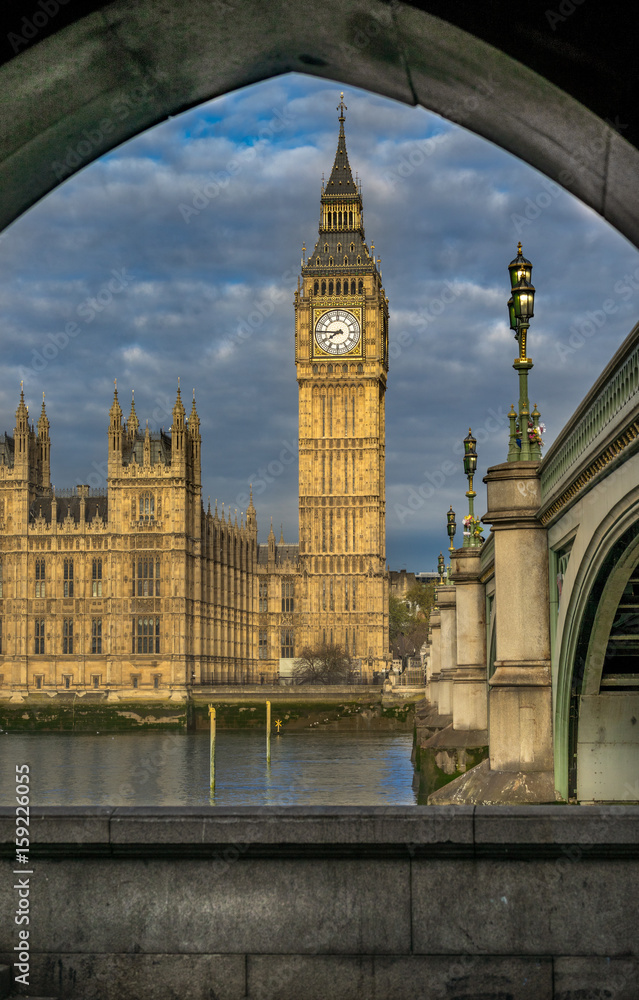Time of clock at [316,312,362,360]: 7:45
